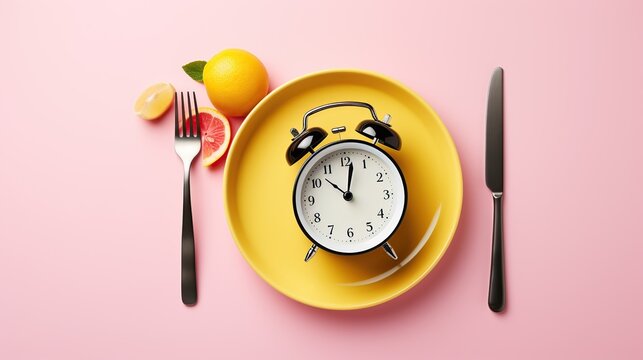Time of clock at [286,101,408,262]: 10:01
